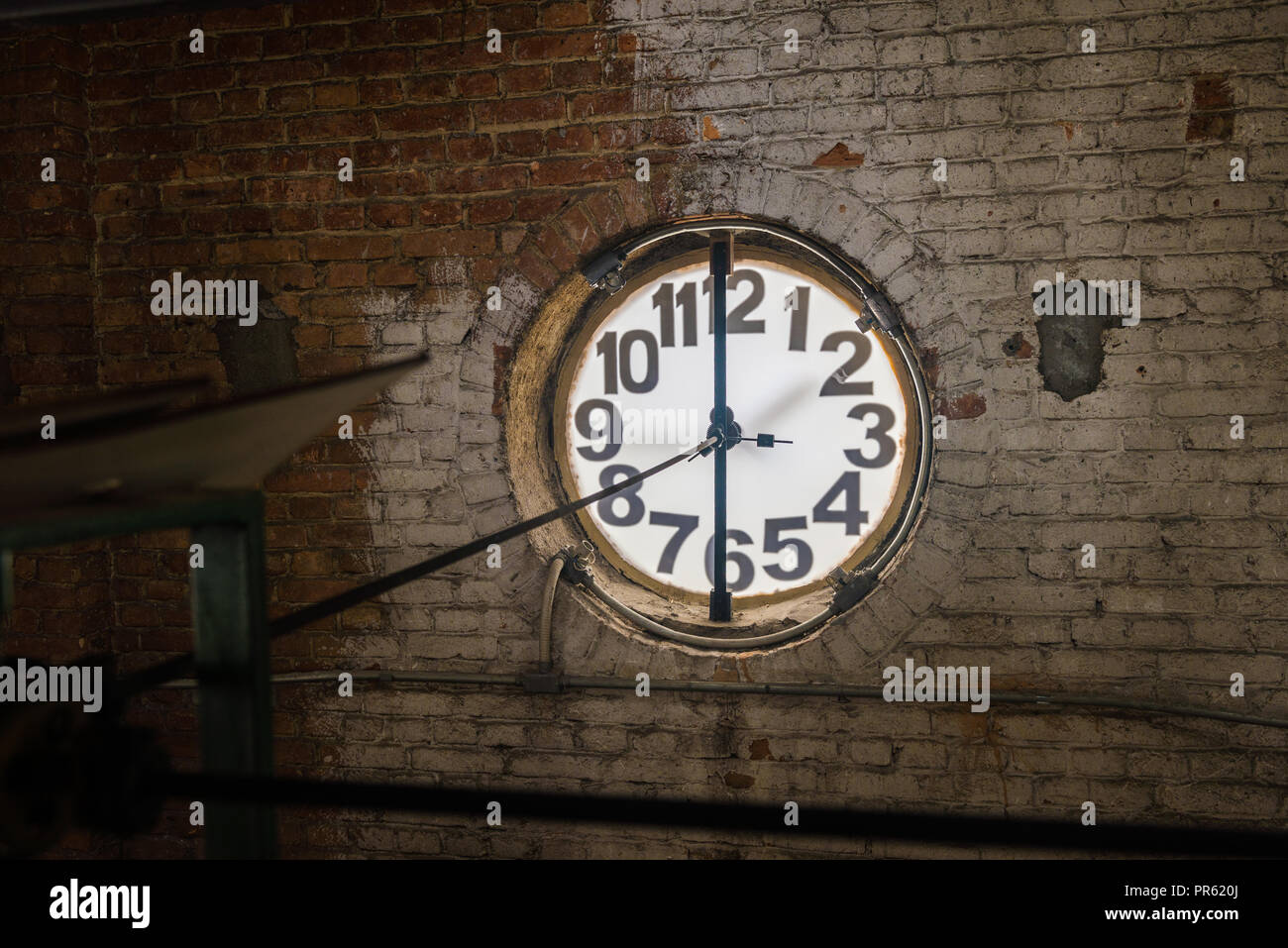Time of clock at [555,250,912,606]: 5:59
